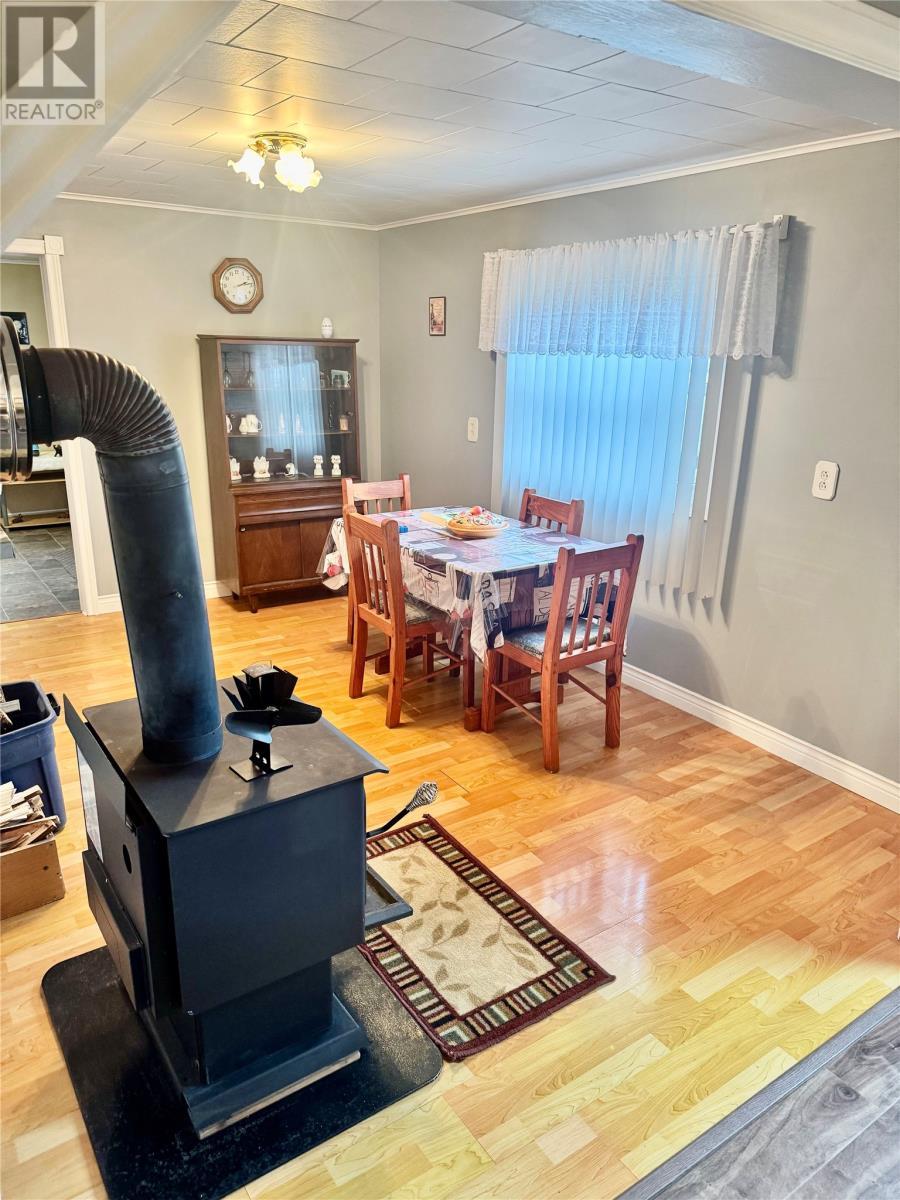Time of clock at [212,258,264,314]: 2:13
